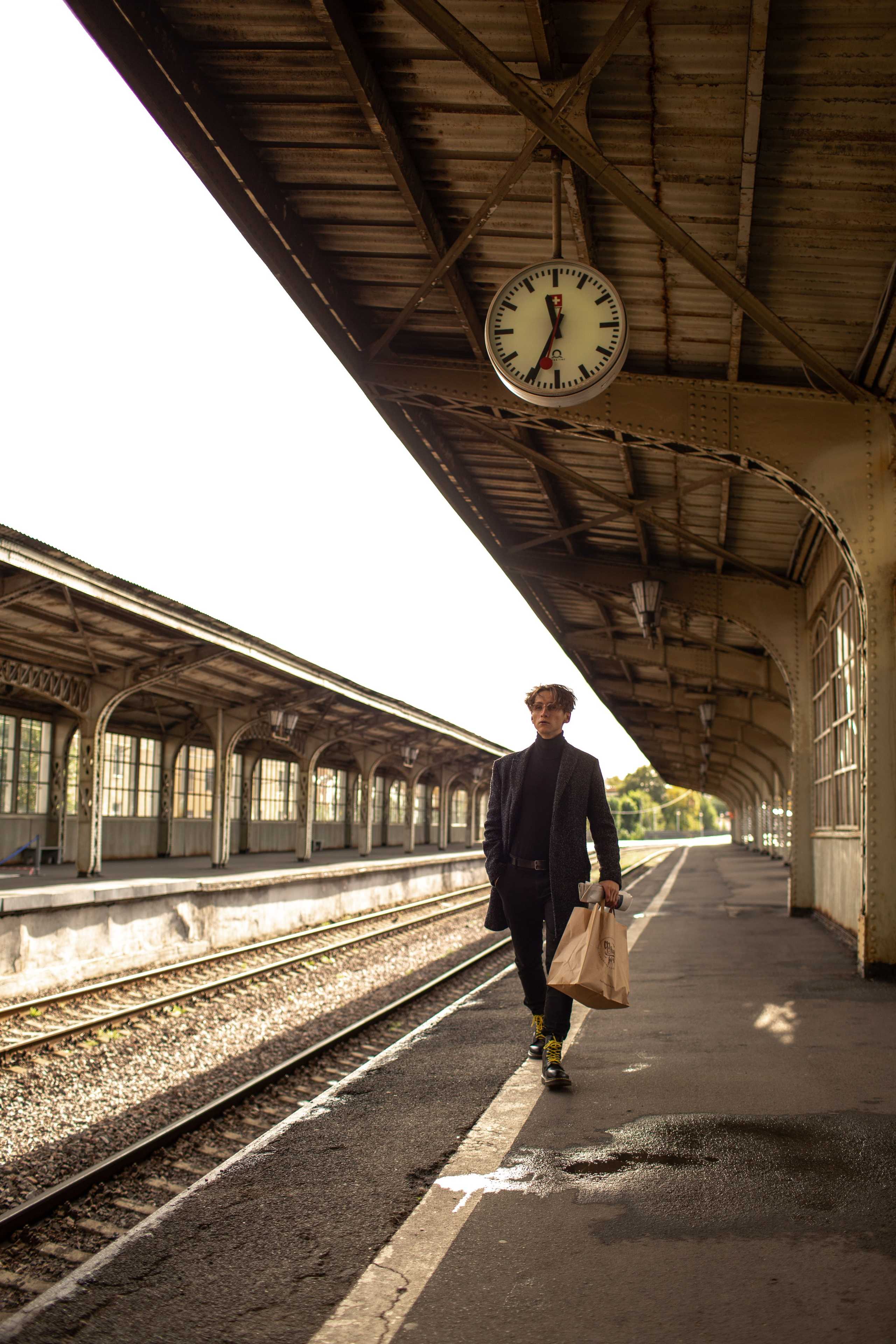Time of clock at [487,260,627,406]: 11:34
